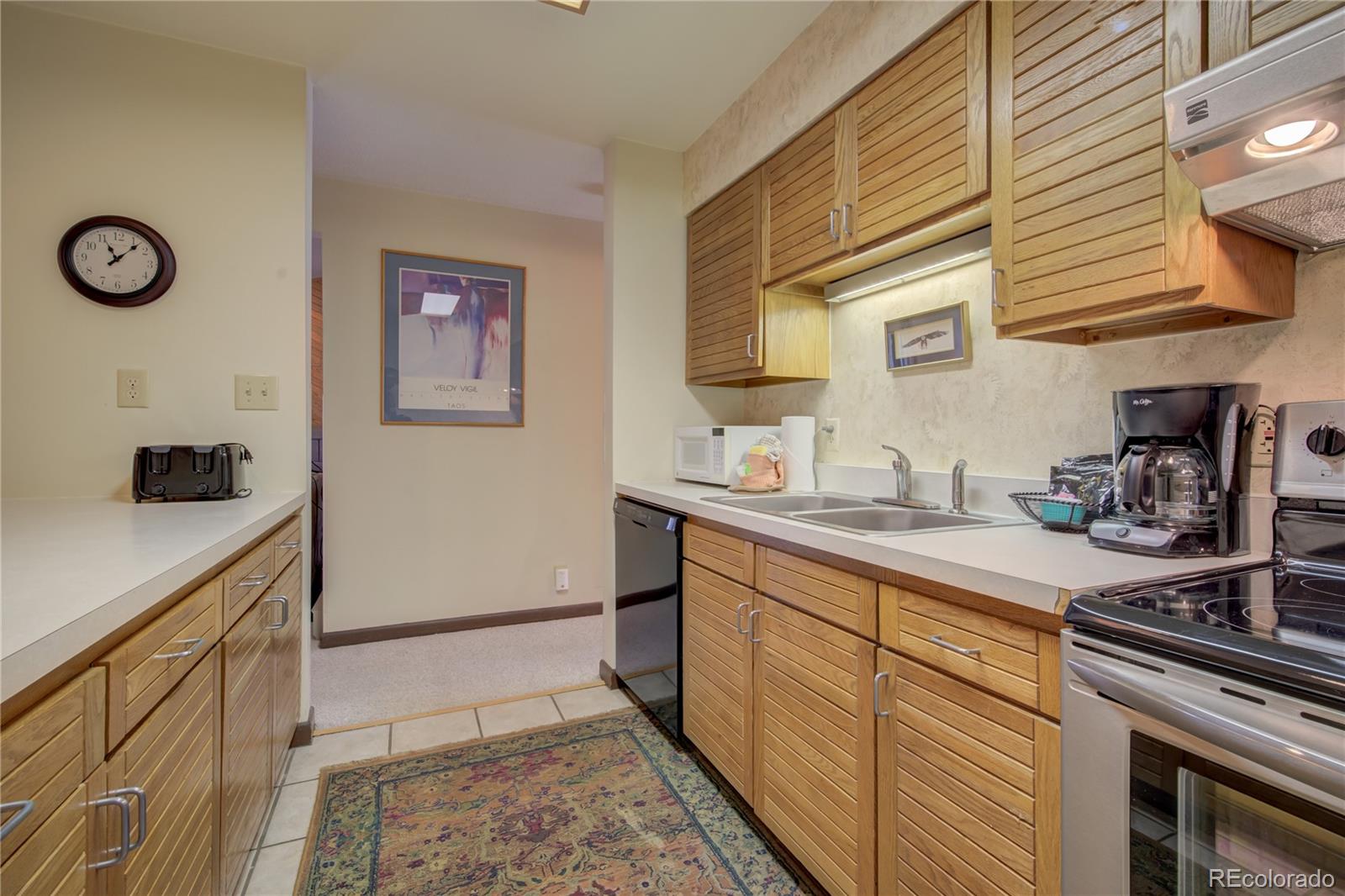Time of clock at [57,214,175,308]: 11:07
